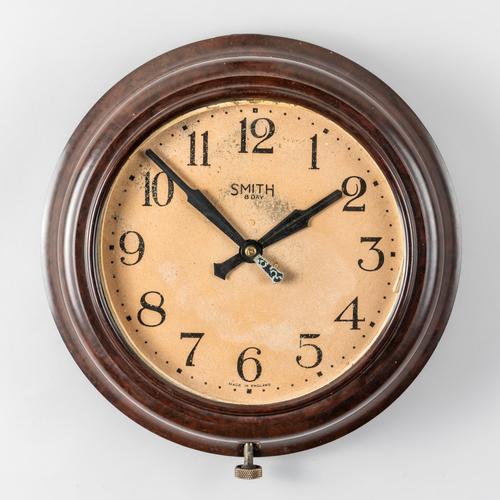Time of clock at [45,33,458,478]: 1:52
